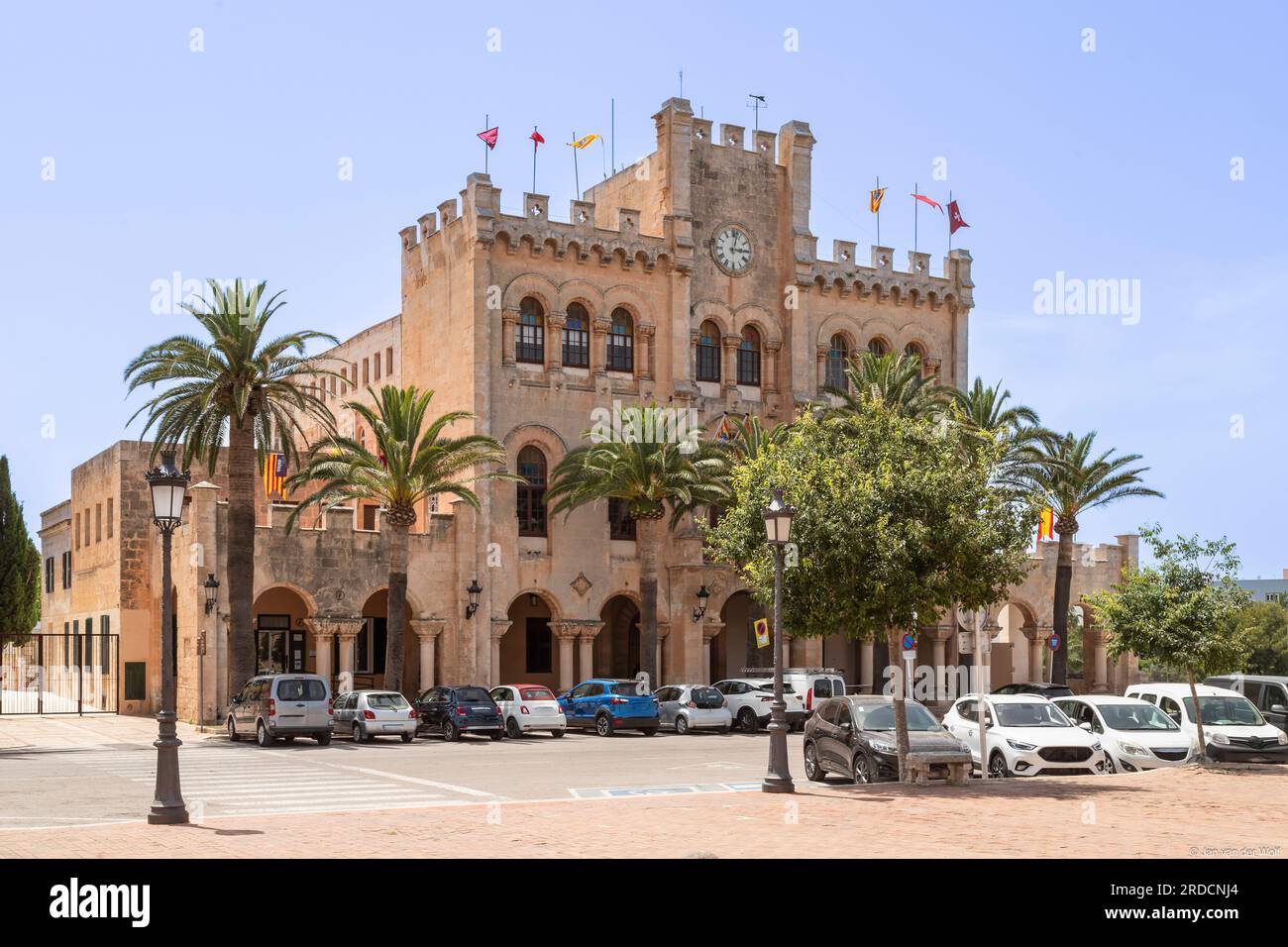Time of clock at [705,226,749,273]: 3:02
